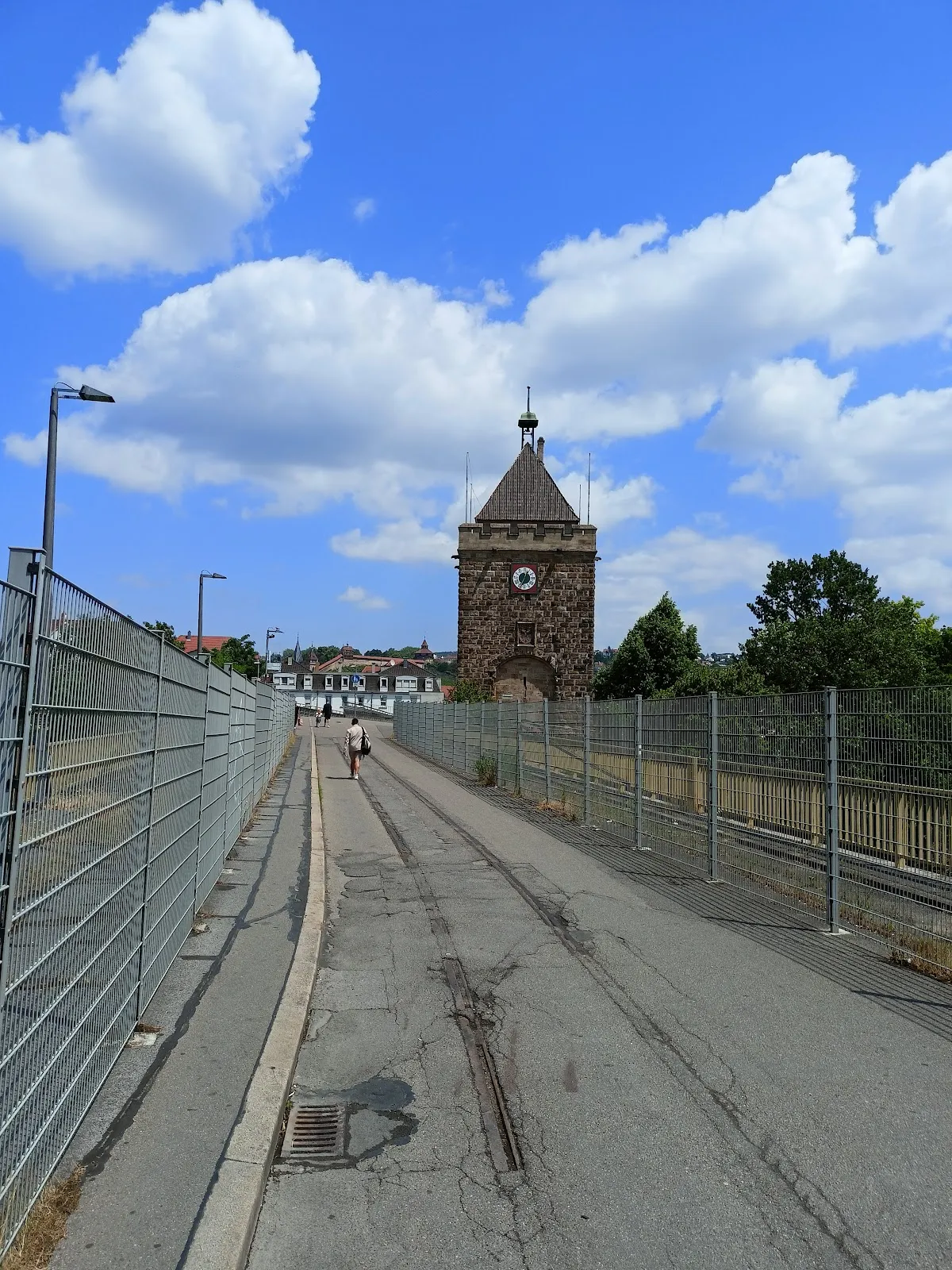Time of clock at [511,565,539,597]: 12:34
